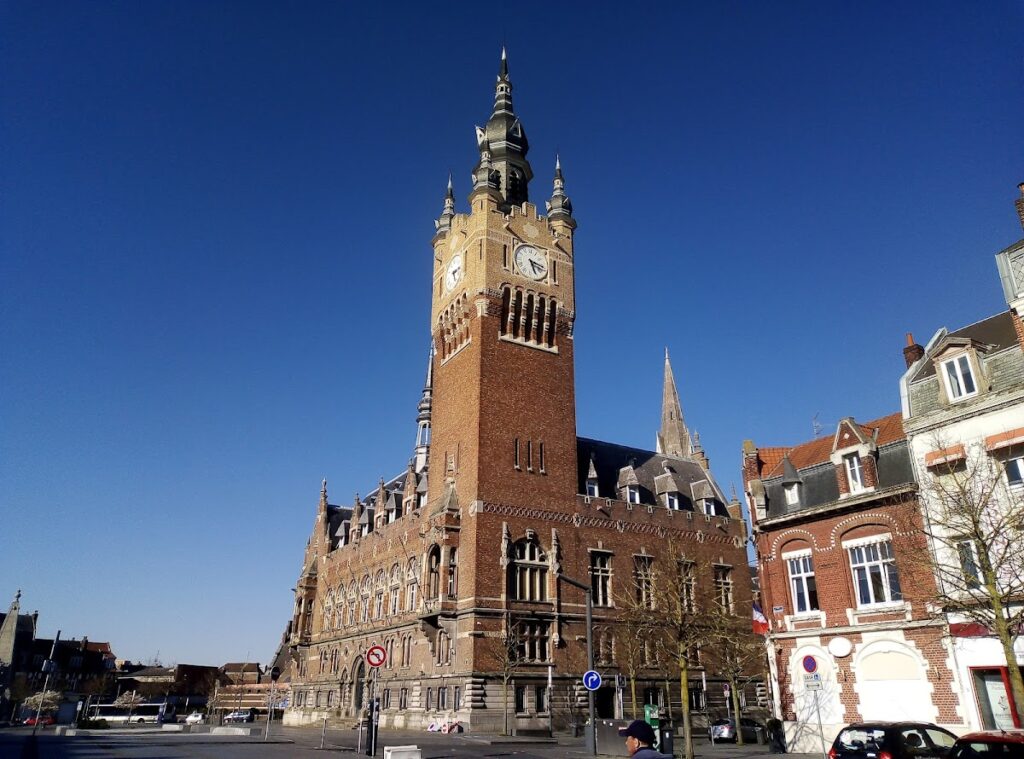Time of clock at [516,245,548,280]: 5:18
